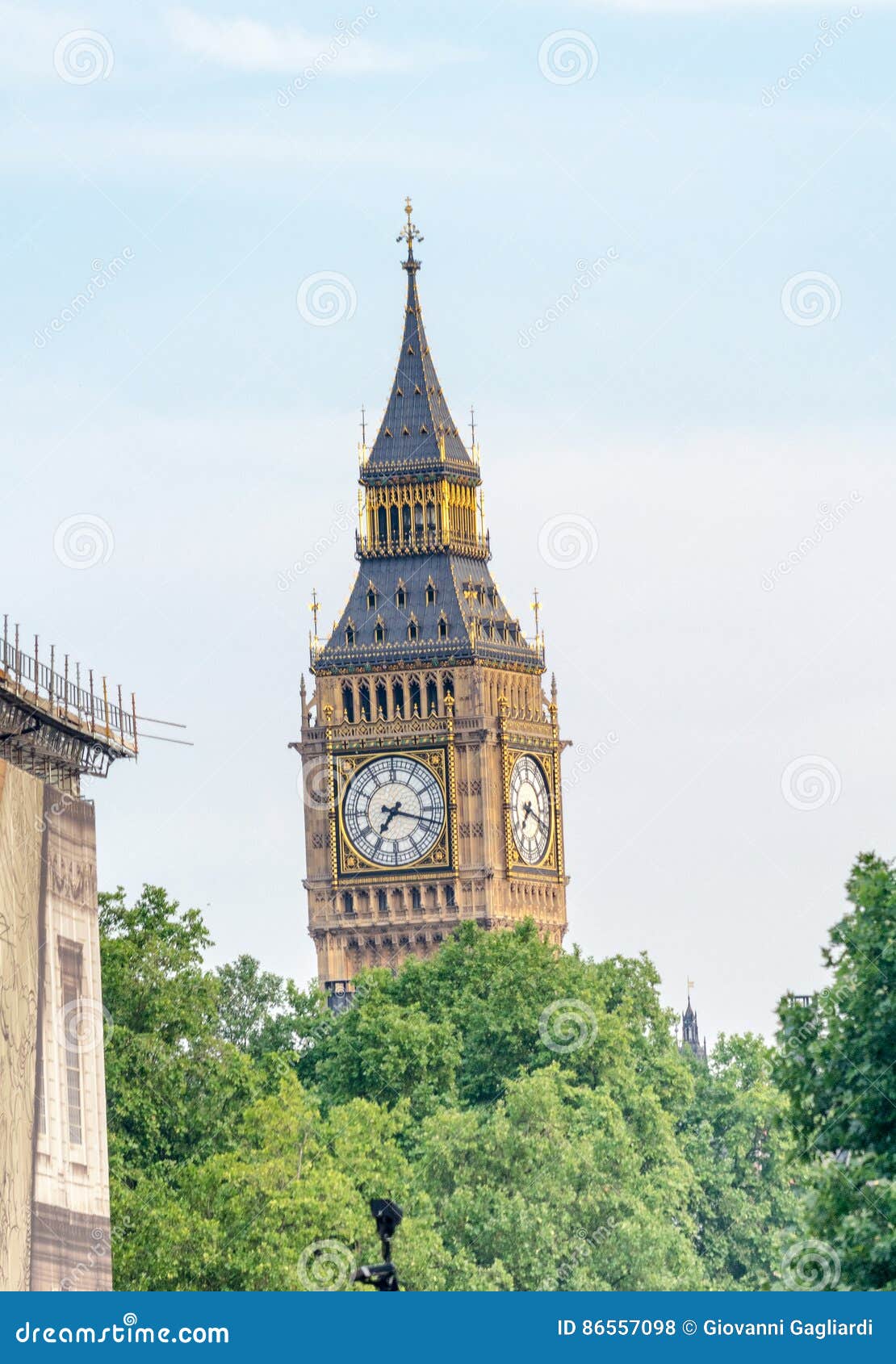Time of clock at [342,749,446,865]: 7:17
